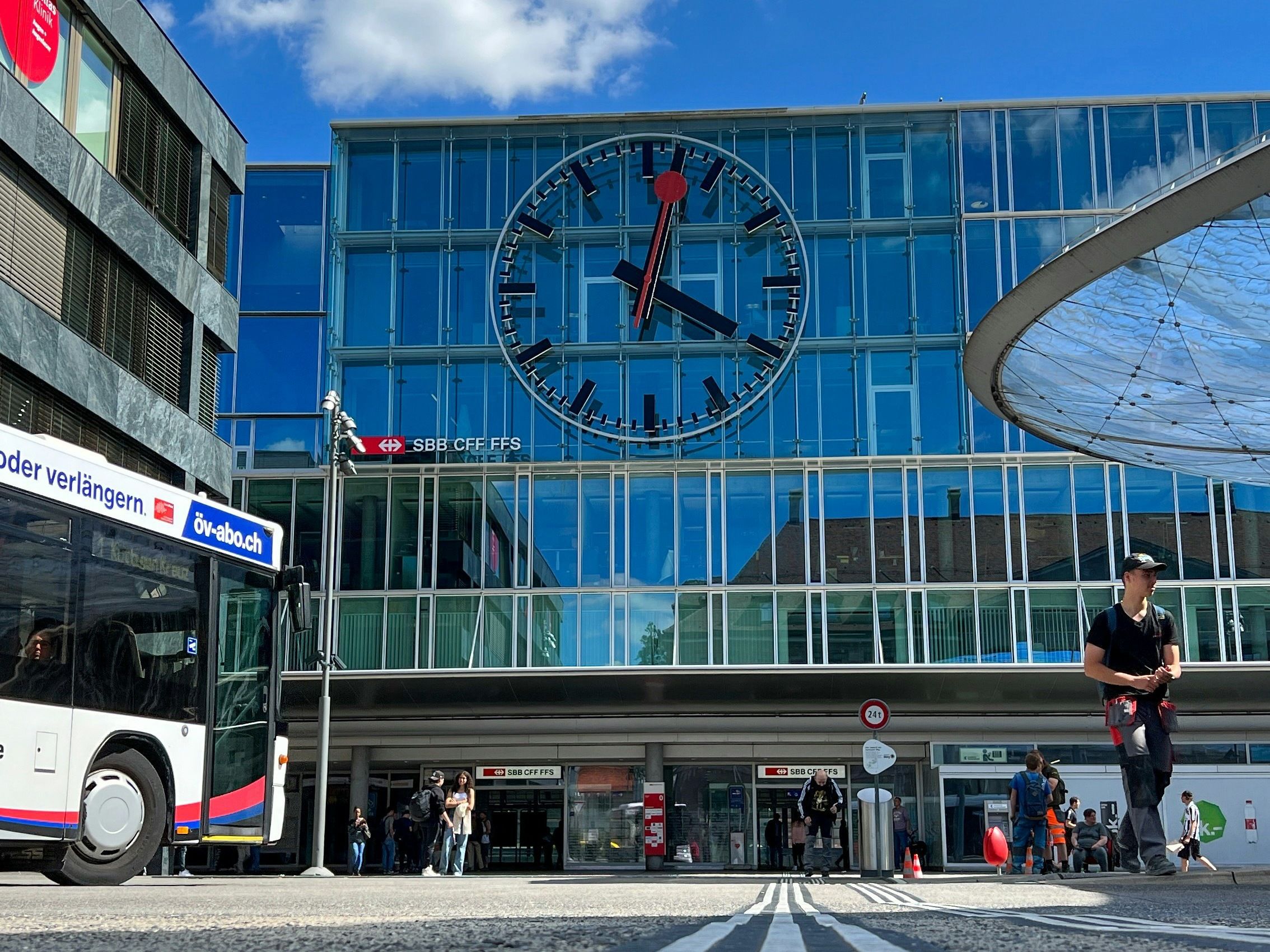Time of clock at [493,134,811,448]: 12:19
